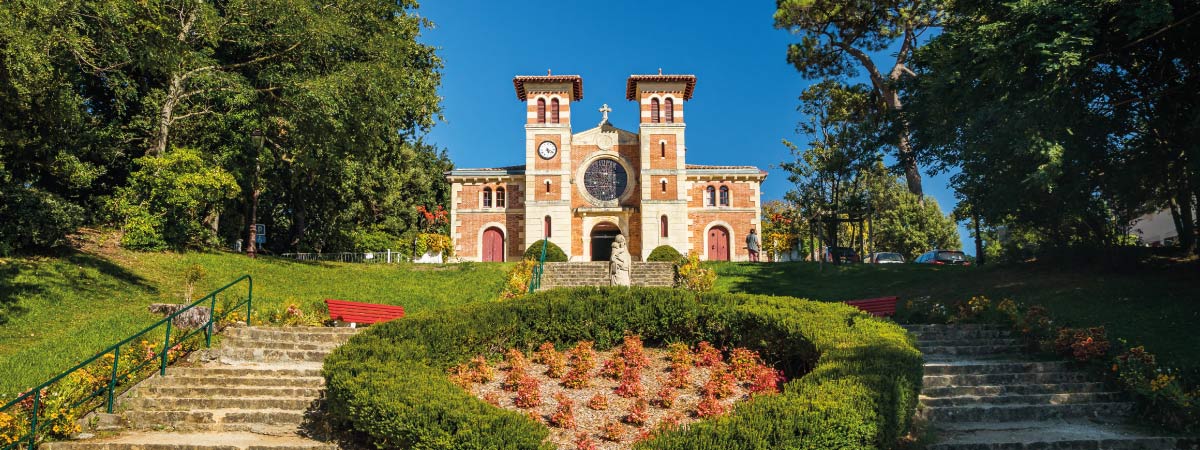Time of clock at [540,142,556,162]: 5:19
